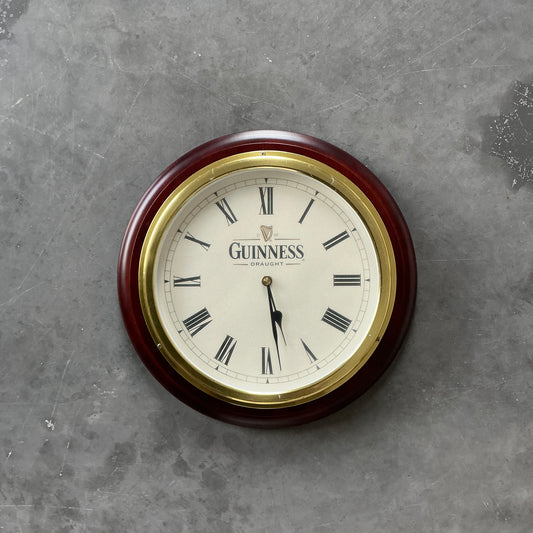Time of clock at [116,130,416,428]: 5:28
